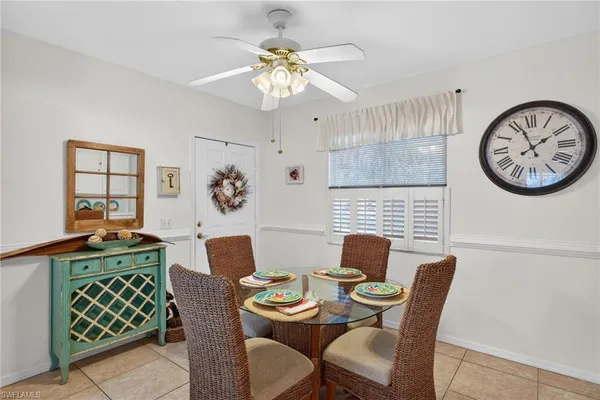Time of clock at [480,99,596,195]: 1:56
